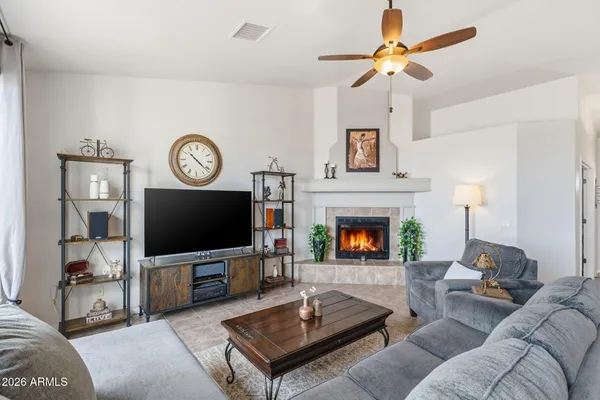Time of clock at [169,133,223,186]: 10:21
